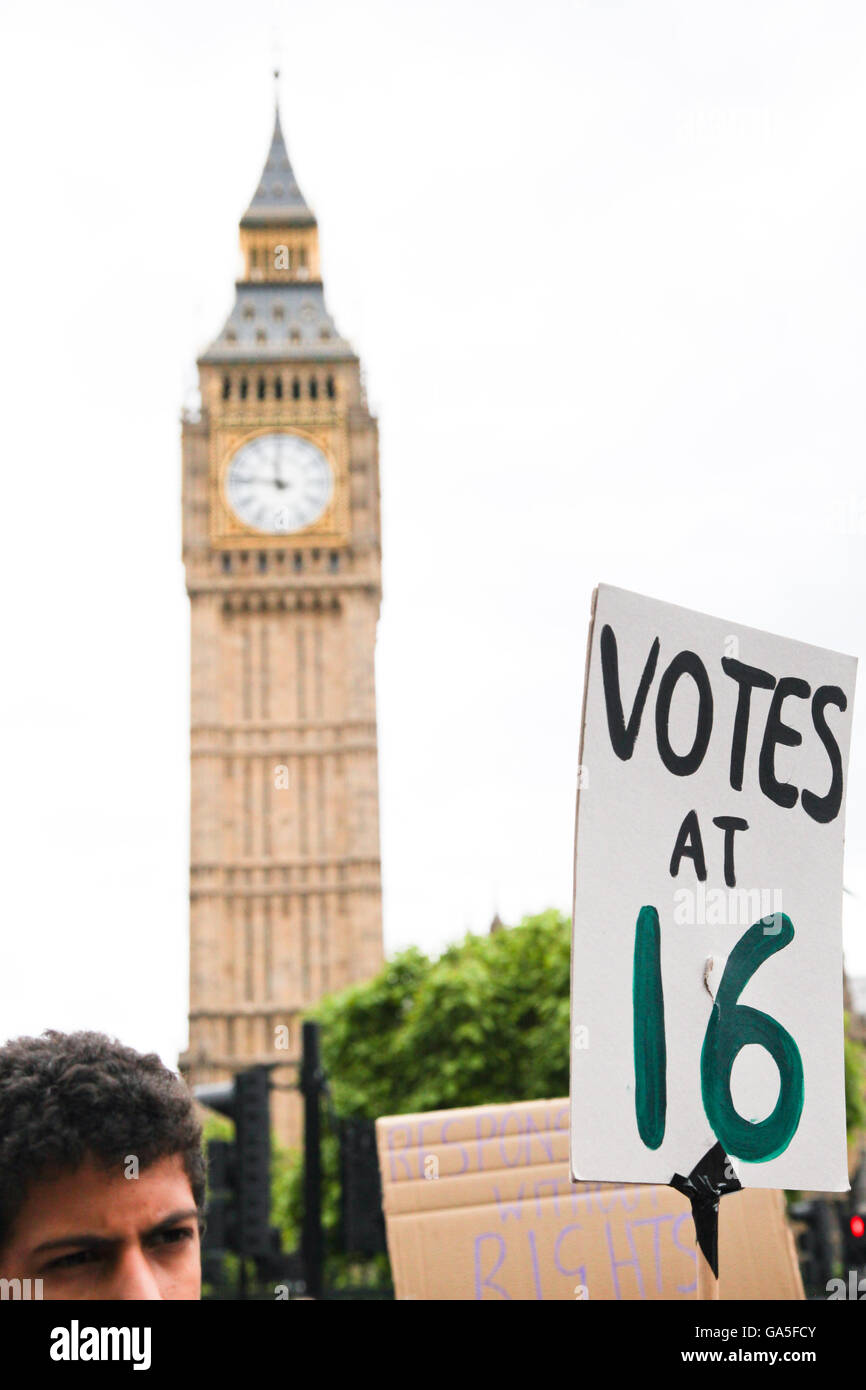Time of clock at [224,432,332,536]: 11:46
